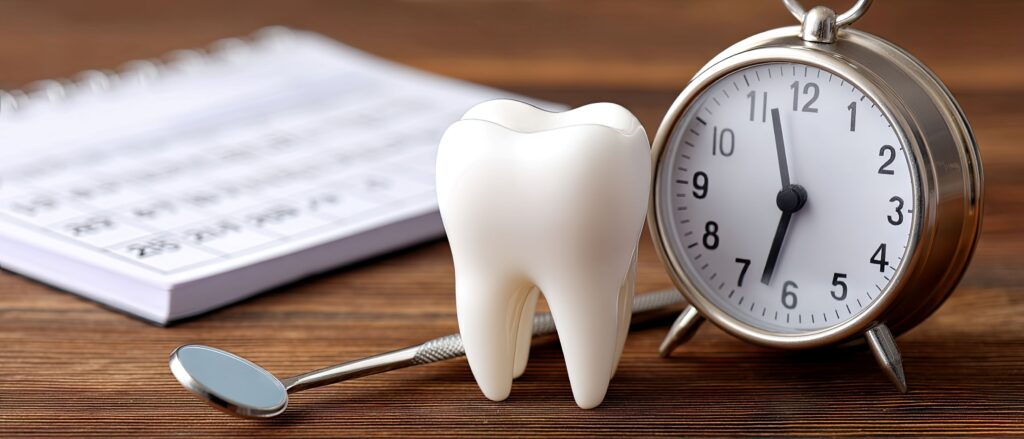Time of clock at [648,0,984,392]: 11:32
